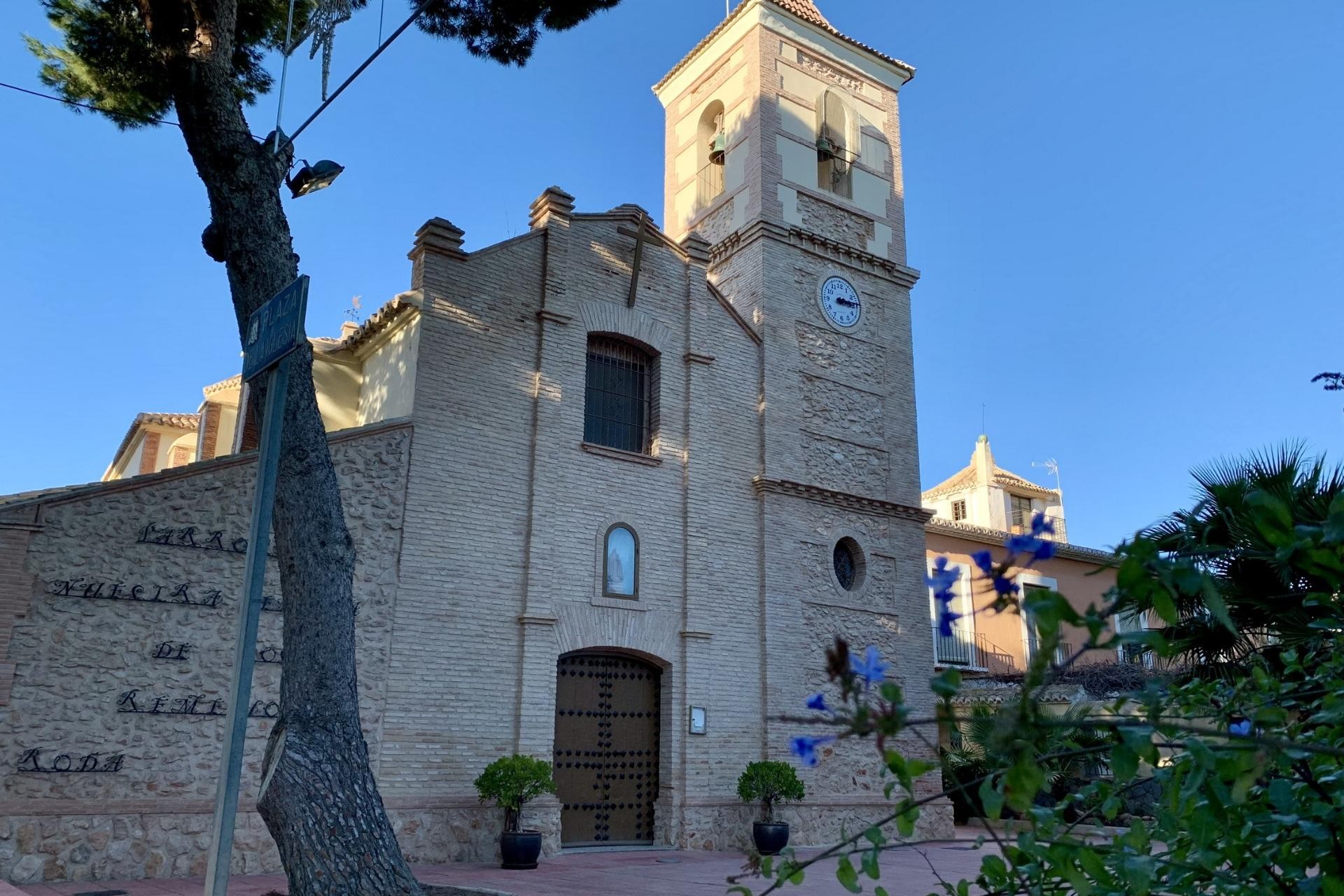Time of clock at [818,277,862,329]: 3:14
